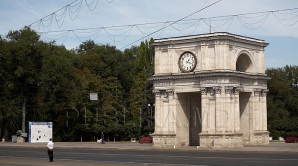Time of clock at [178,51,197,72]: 1:18
